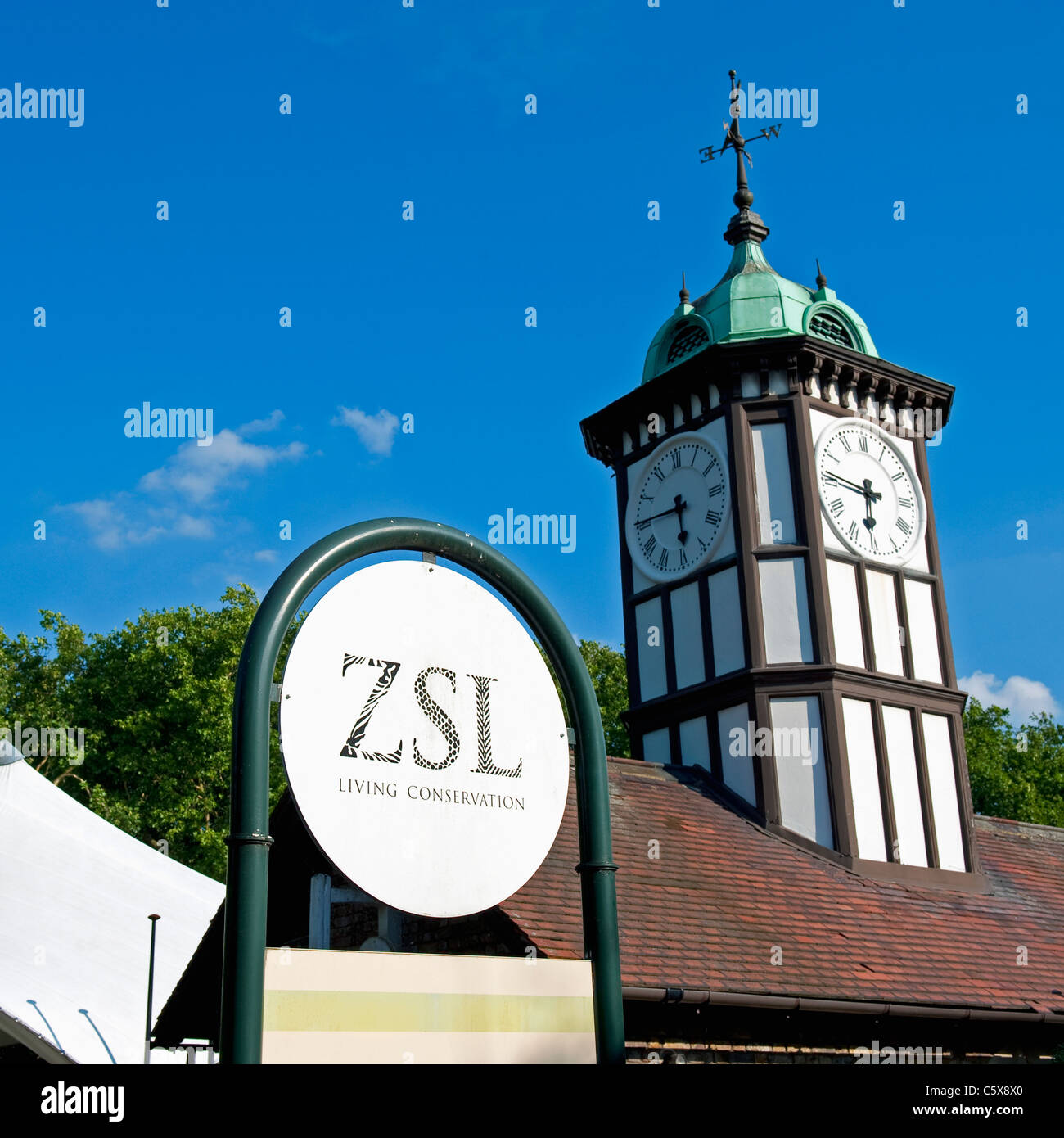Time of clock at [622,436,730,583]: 5:45
